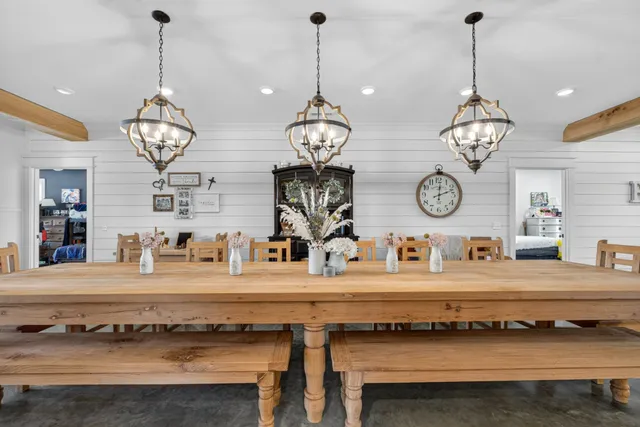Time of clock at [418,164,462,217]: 12:11
